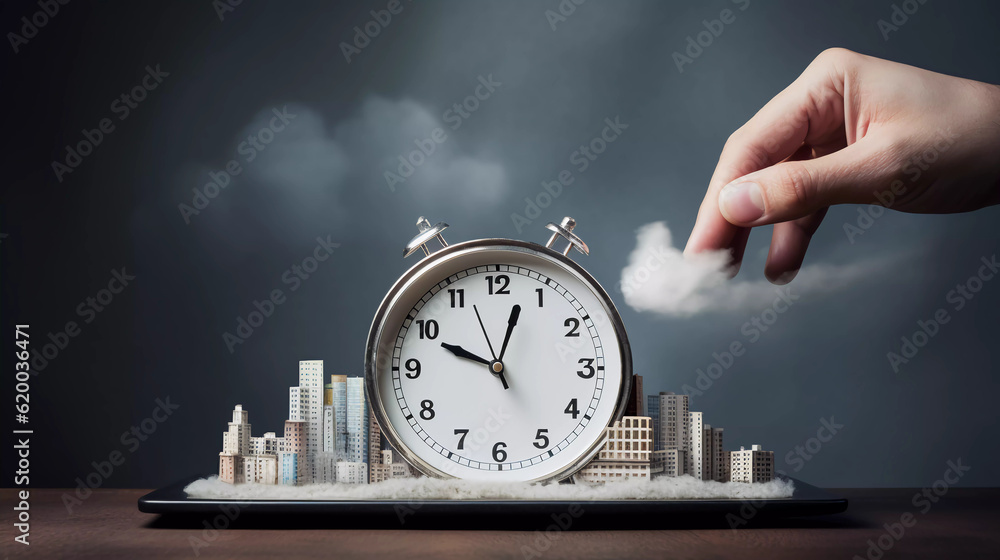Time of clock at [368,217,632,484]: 12:48
